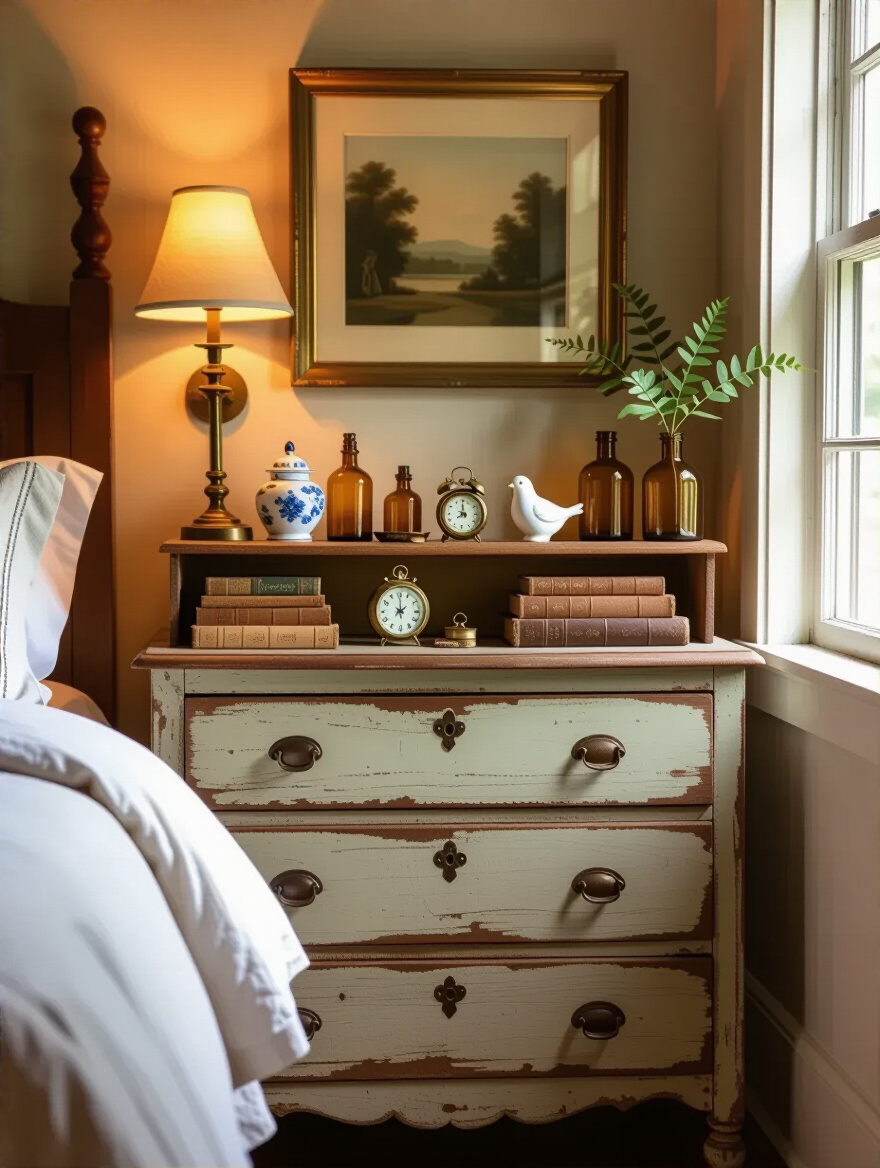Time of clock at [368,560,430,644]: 1:59
